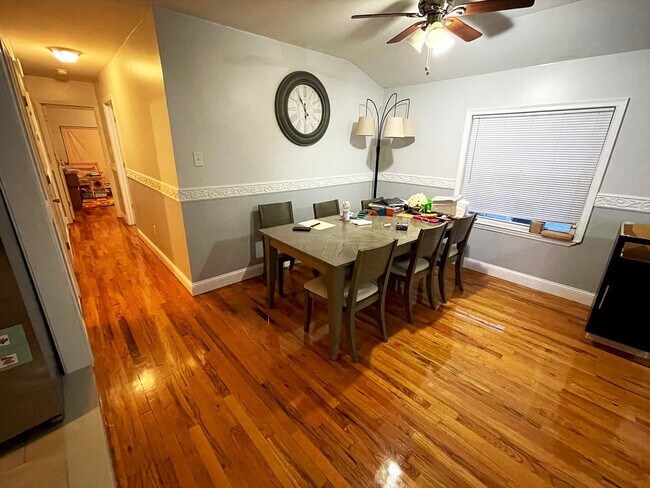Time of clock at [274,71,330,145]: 5:54
